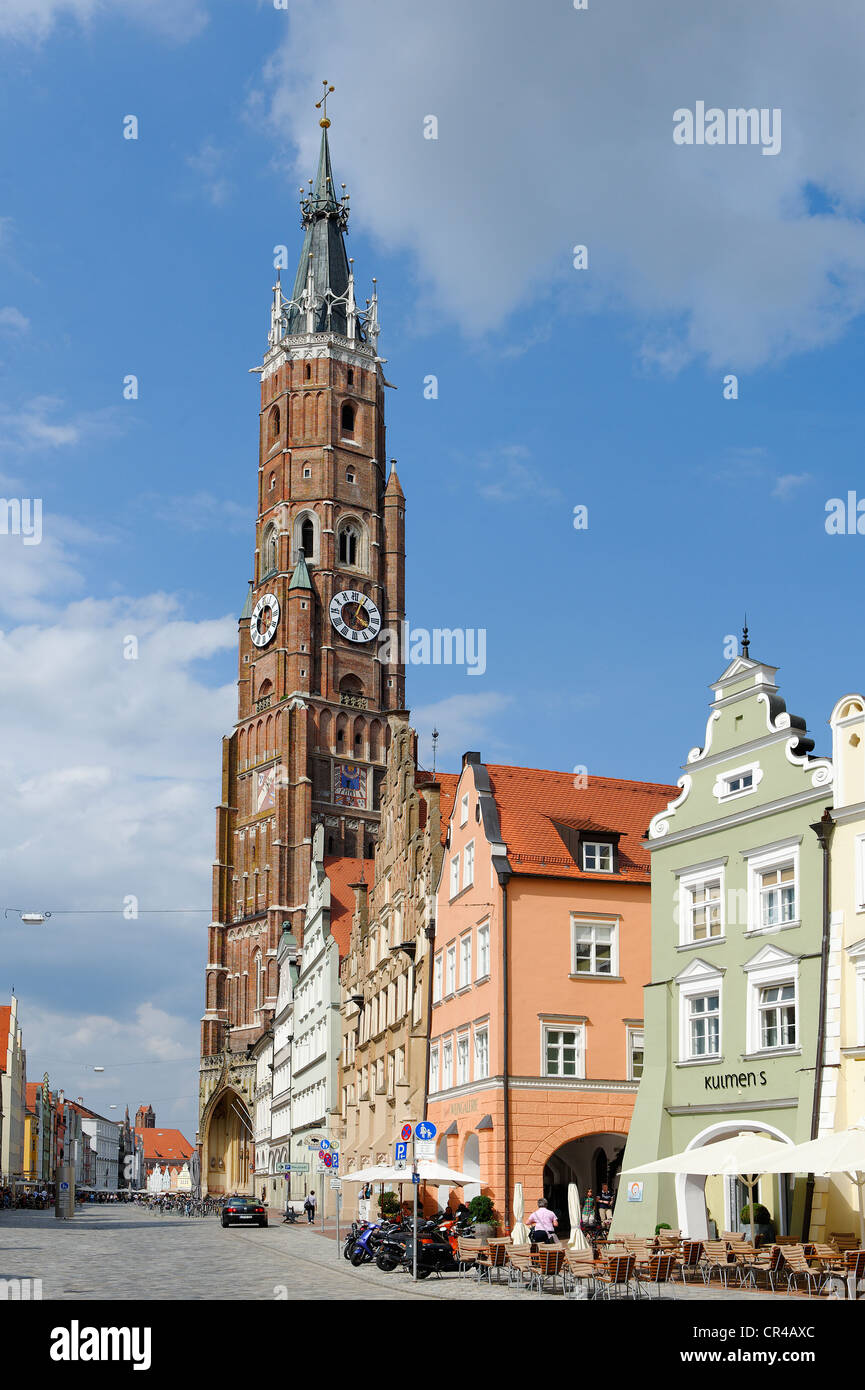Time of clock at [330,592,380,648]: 4:03
